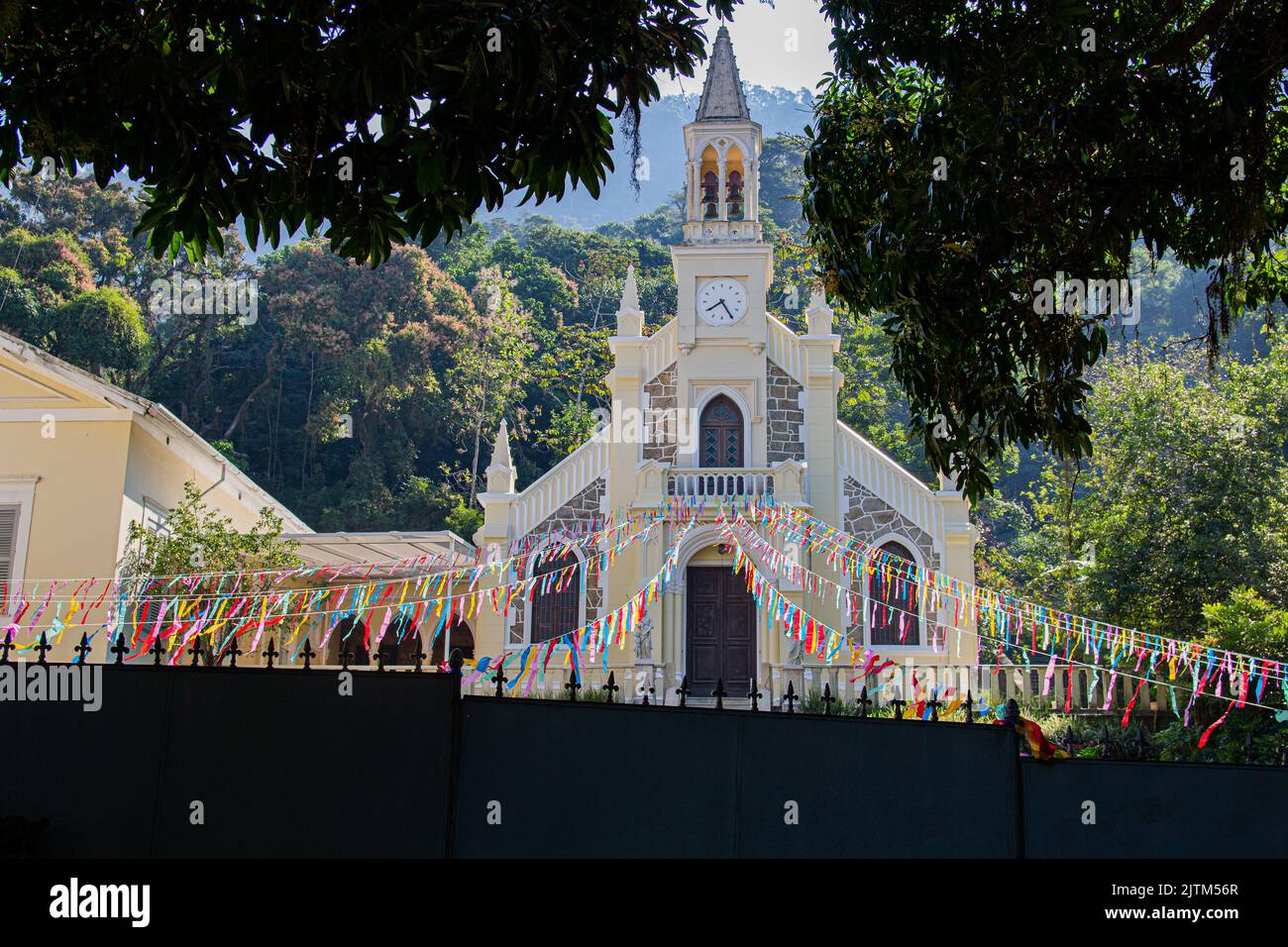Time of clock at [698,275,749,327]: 7:24
